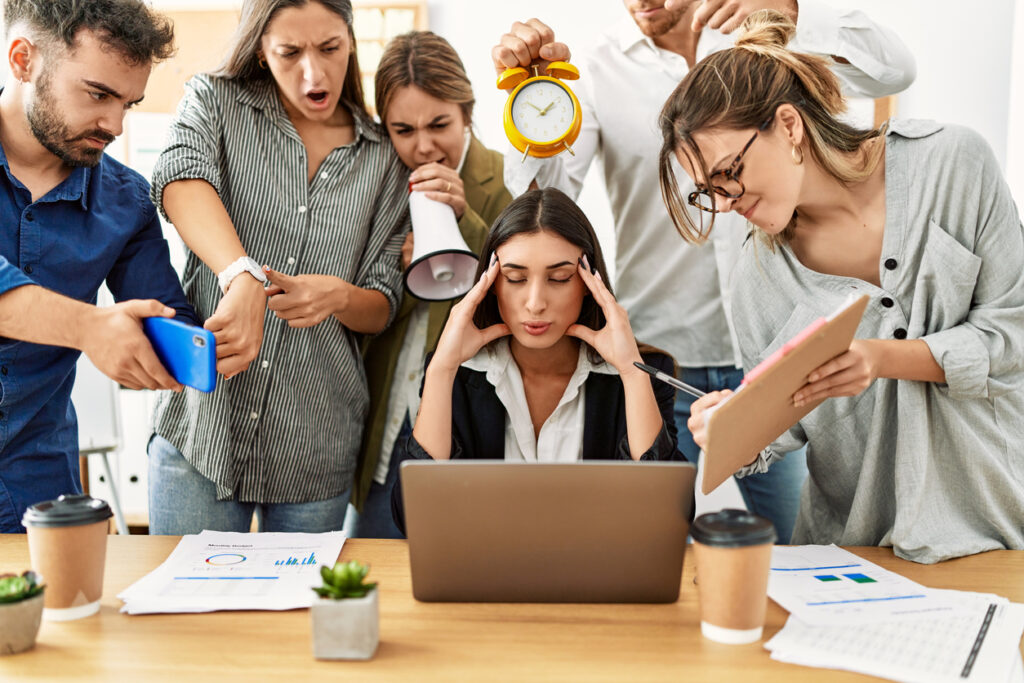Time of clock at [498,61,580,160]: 1:52
